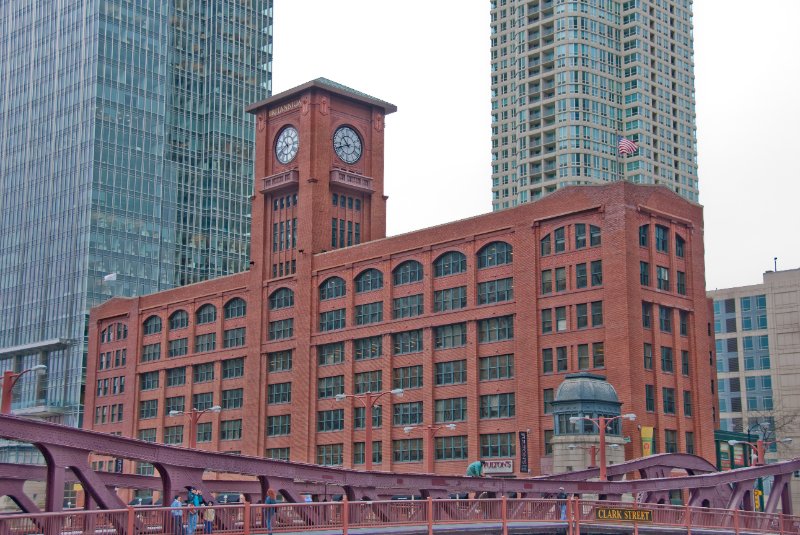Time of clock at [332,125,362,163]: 10:41
